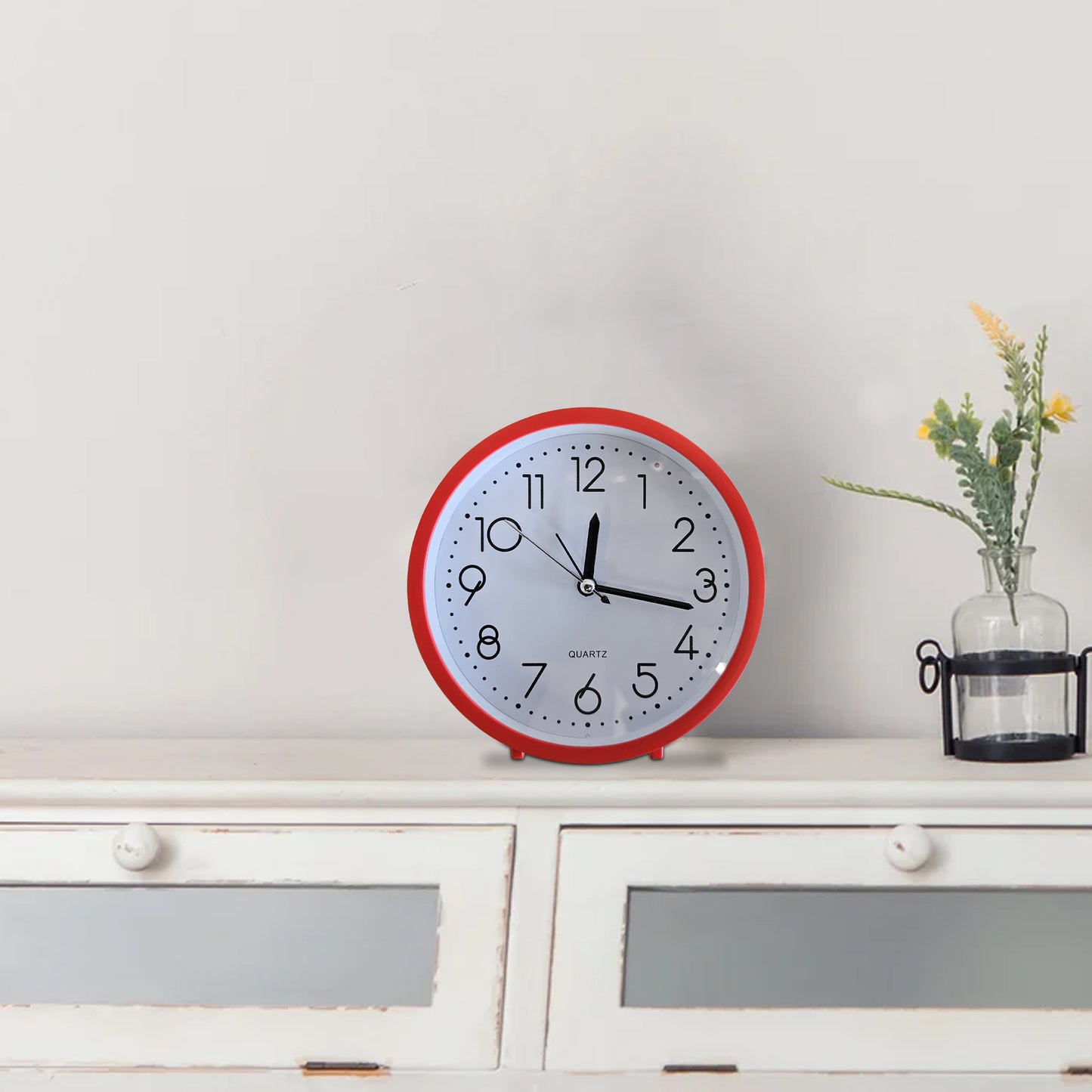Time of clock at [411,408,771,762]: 12:16
